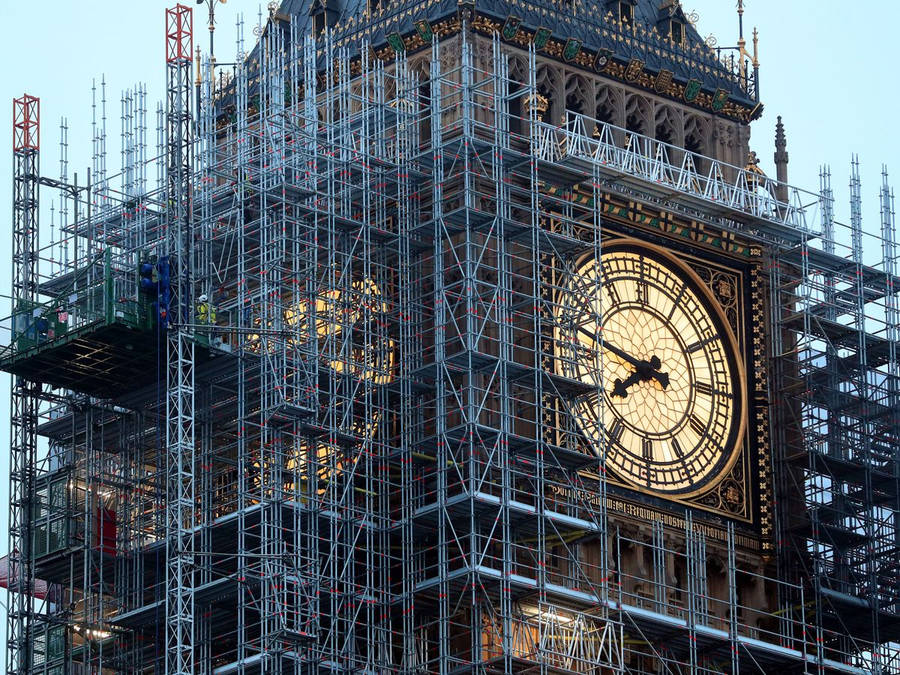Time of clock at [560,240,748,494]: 7:47
